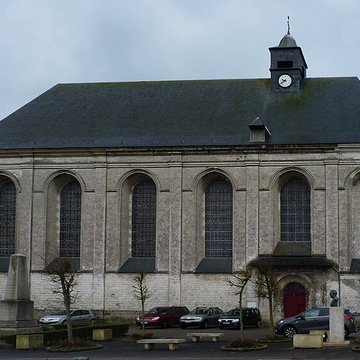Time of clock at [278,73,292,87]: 9:39
